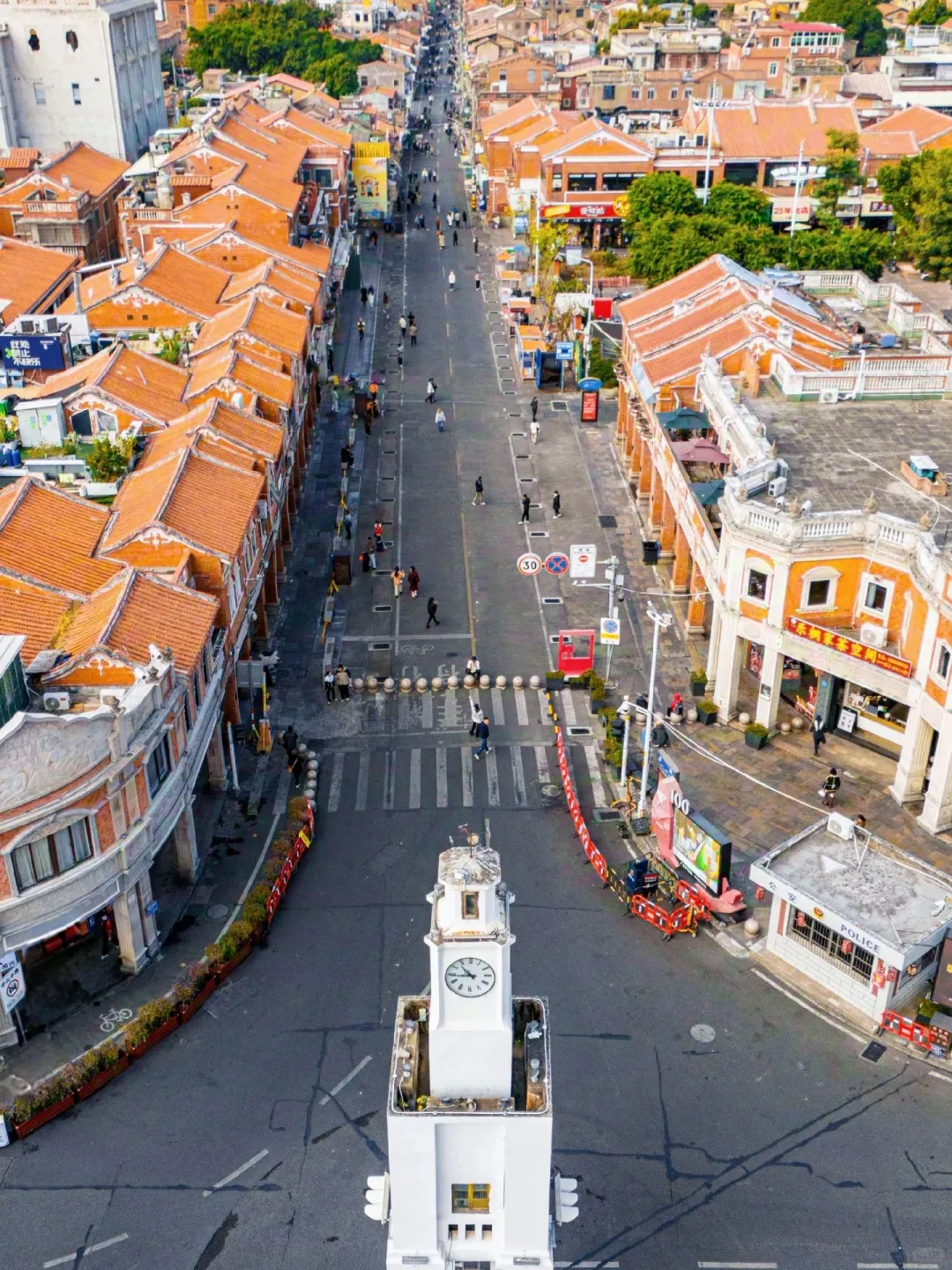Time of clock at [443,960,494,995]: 10:43
